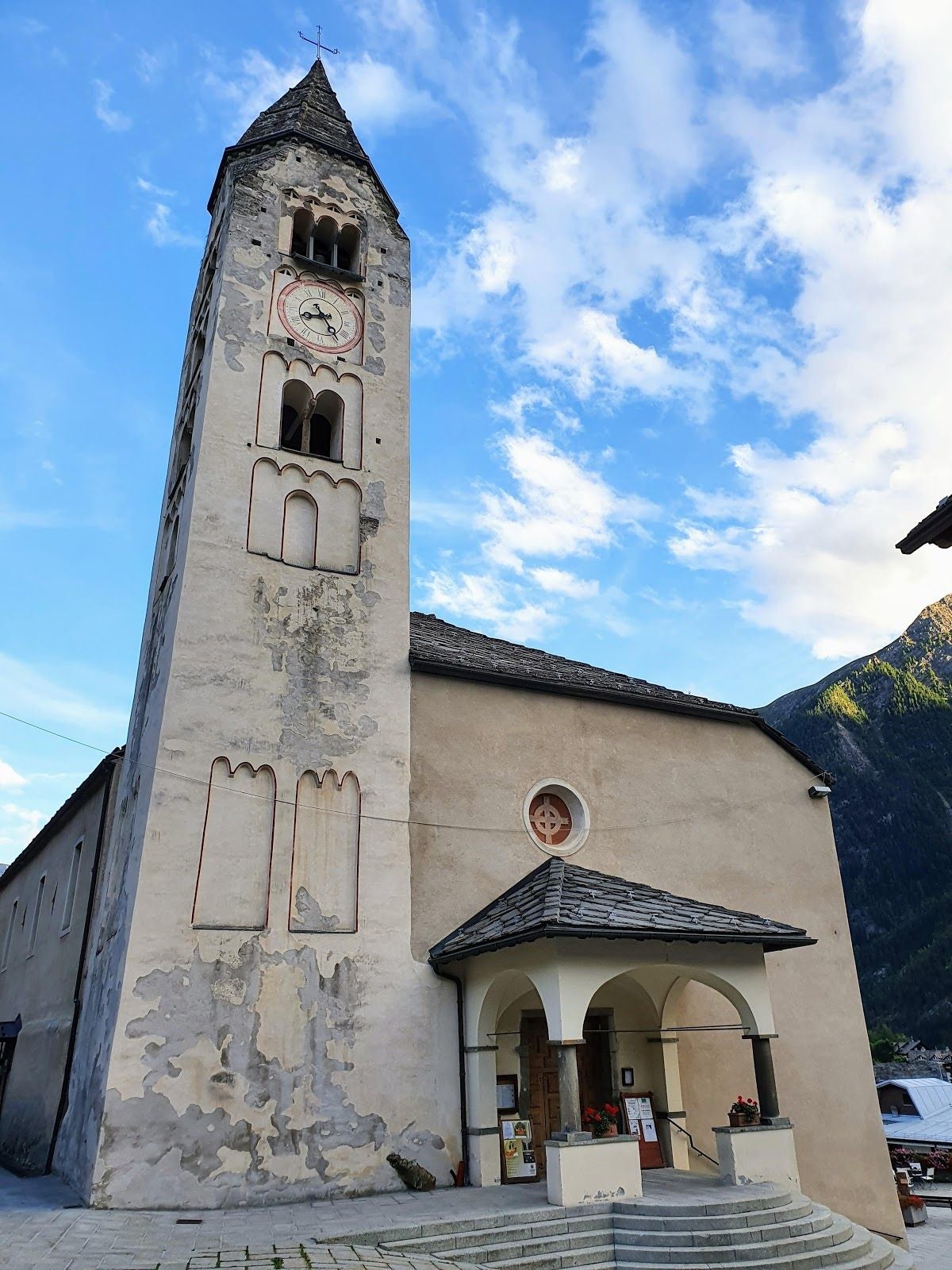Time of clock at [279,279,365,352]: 8:24
